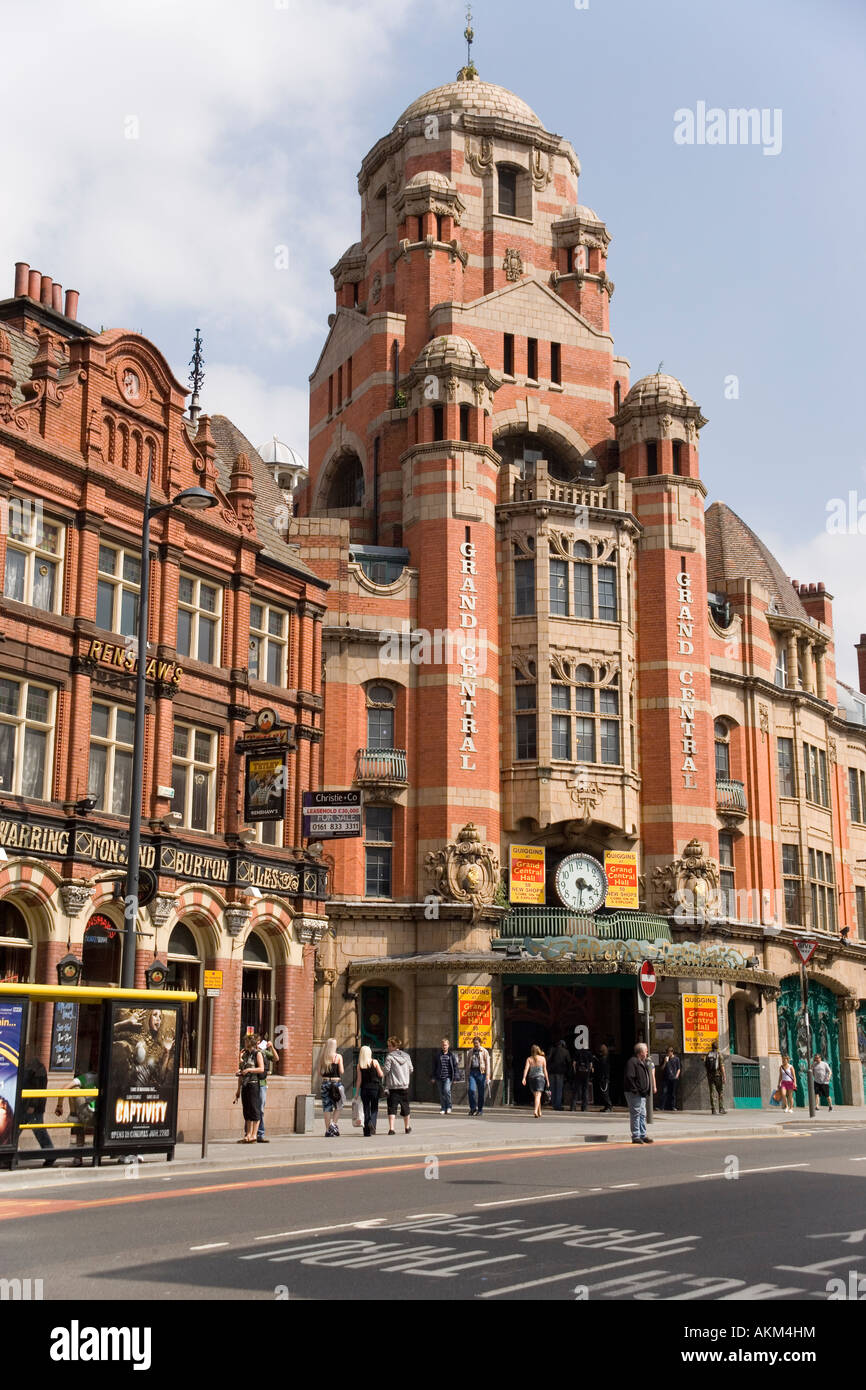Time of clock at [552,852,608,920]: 3:31
